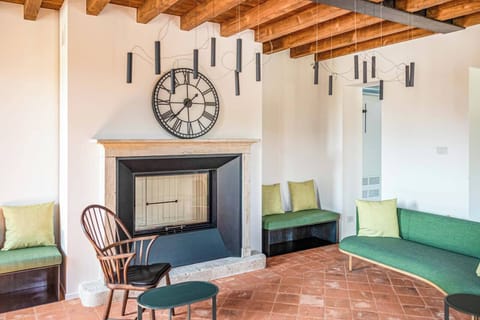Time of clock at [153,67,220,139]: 1:37
